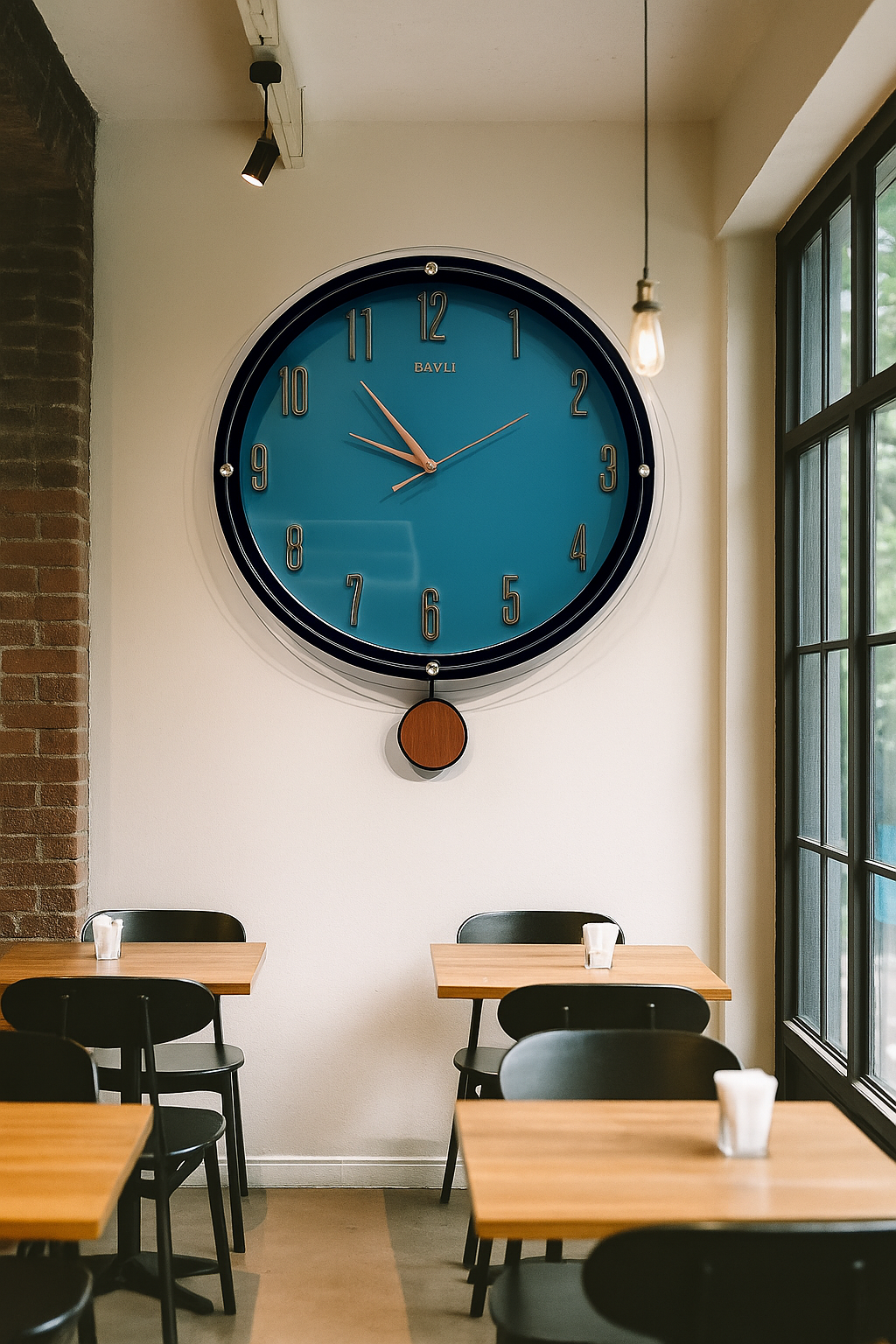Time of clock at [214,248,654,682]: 9:53
